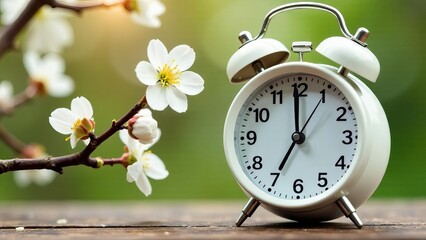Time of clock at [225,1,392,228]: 6:59
